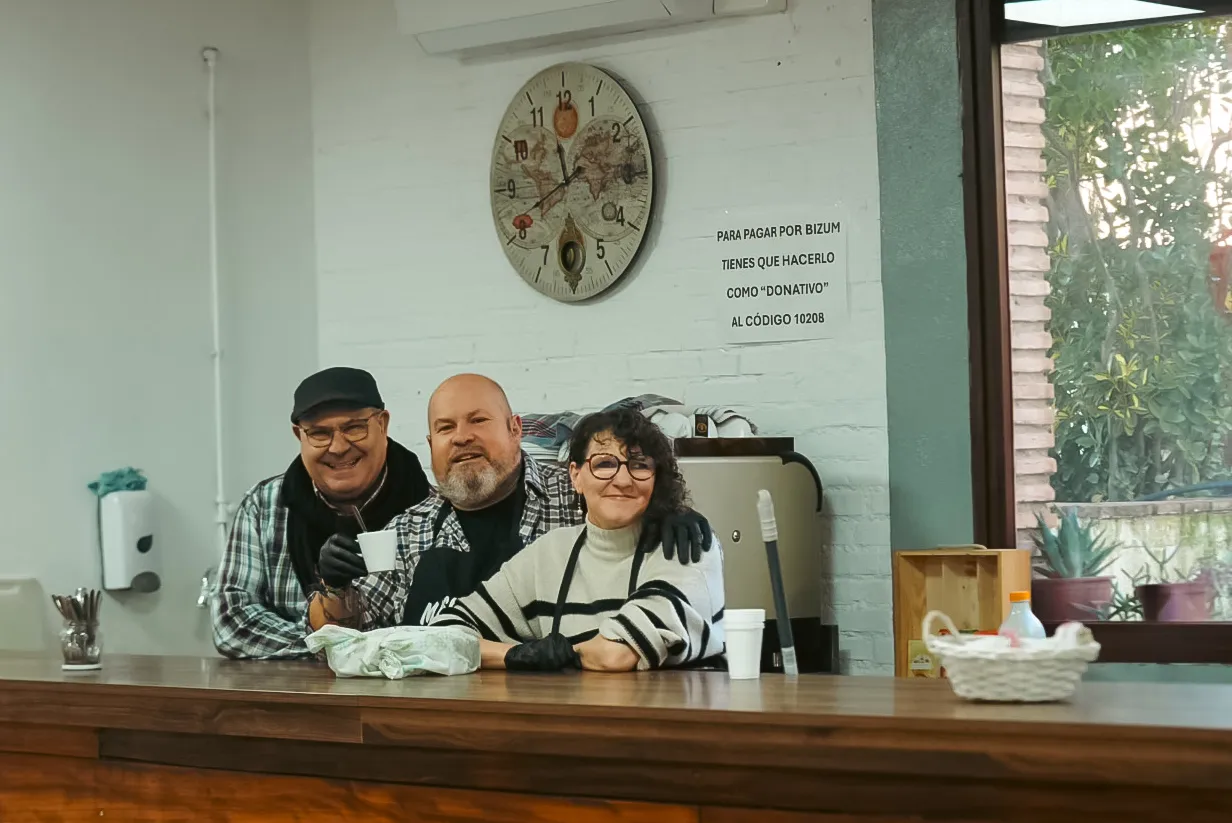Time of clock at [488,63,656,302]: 11:41
